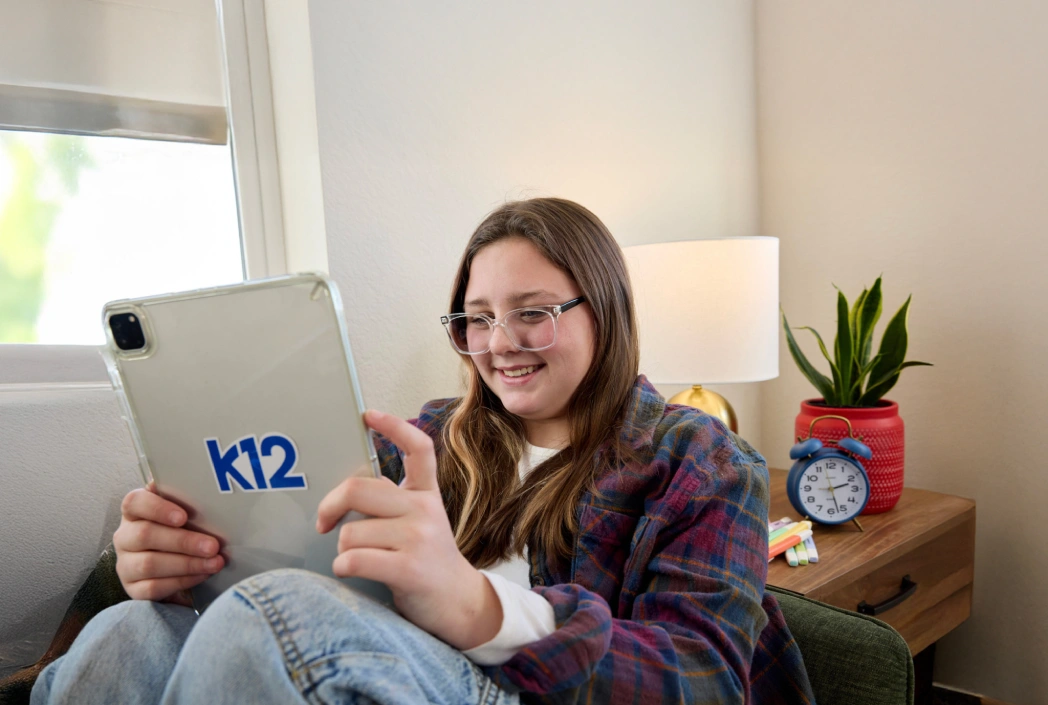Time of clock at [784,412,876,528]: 2:27
